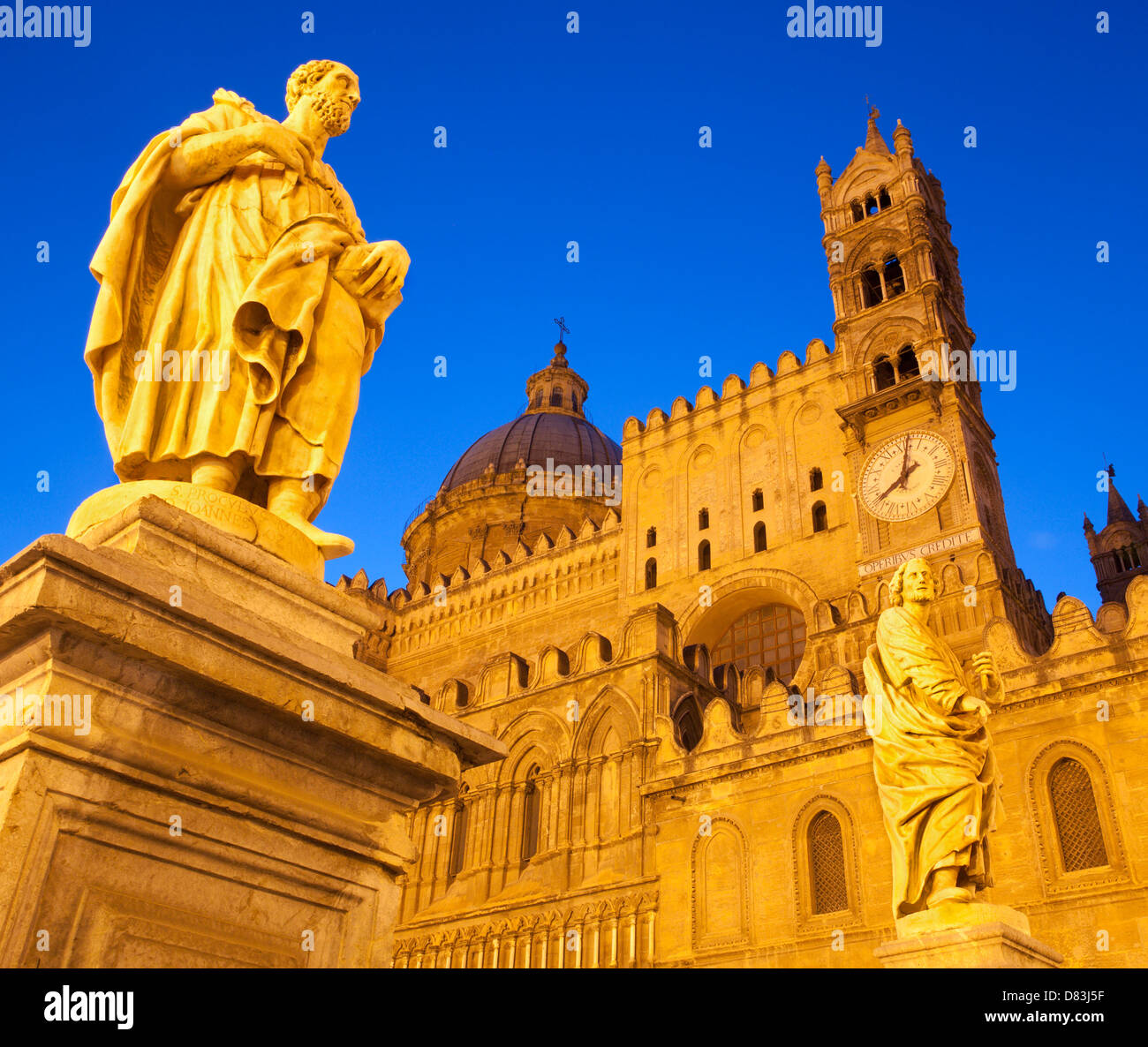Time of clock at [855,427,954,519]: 8:01
